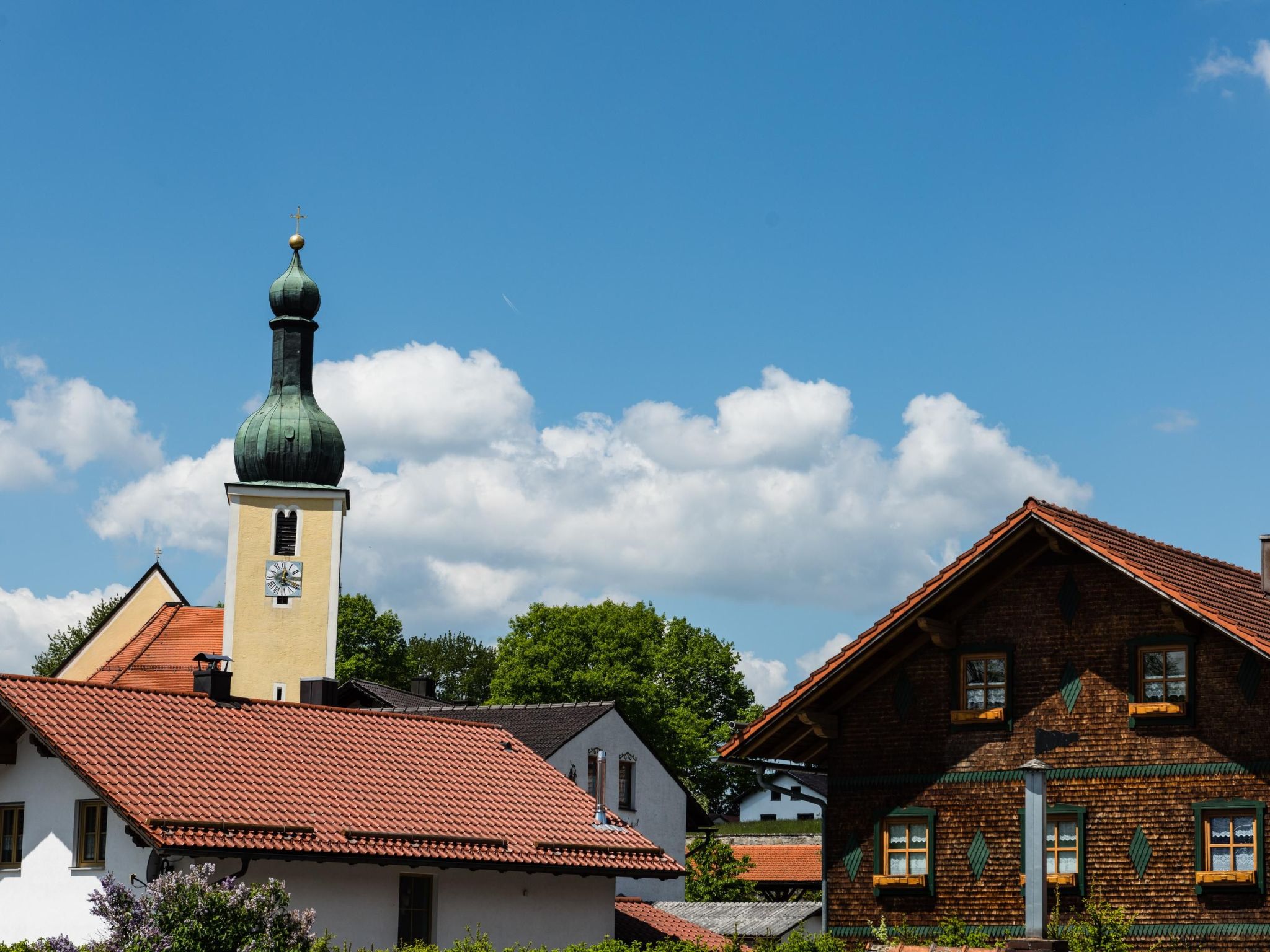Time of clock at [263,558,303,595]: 12:18
